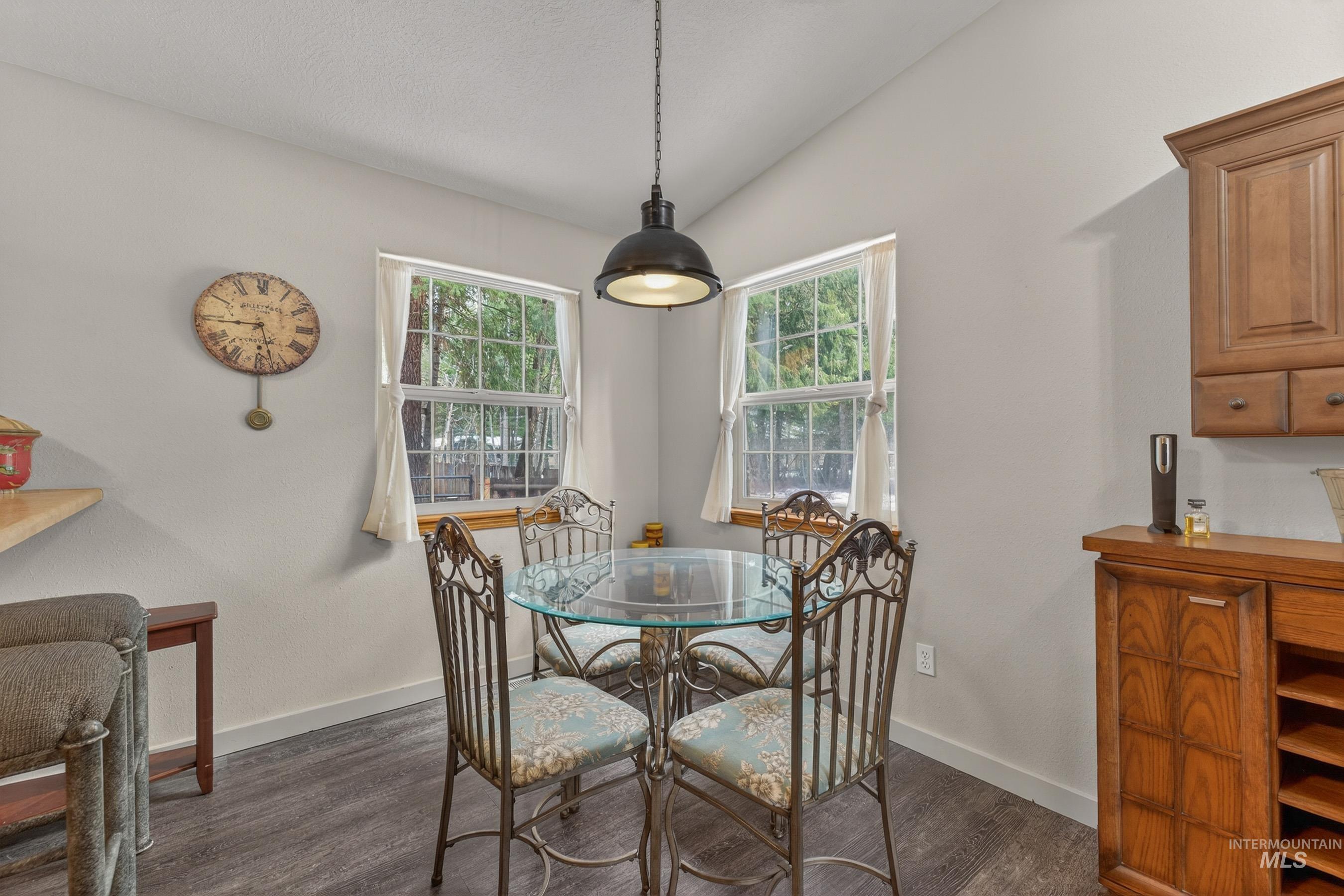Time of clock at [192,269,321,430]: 5:44
